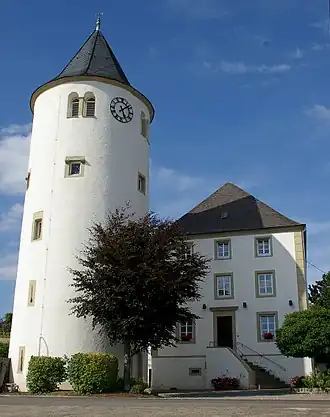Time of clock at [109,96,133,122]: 5:08
